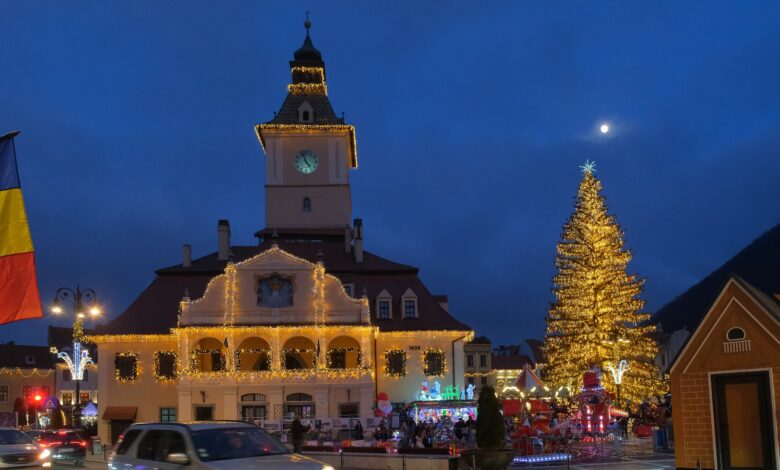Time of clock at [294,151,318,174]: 4:56
